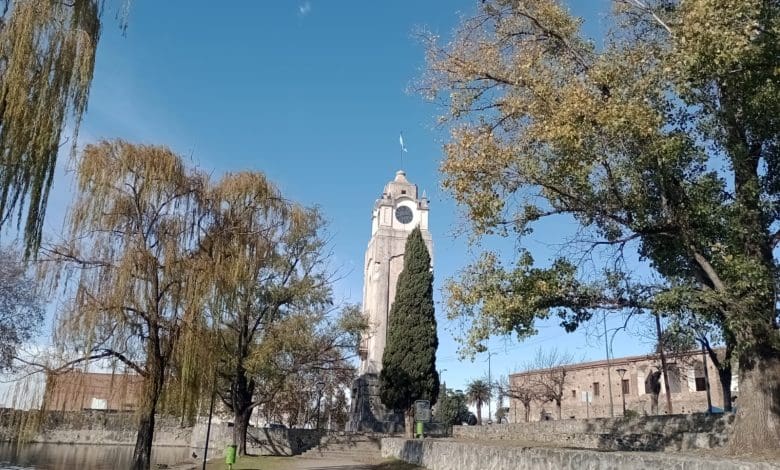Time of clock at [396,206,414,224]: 2:40
